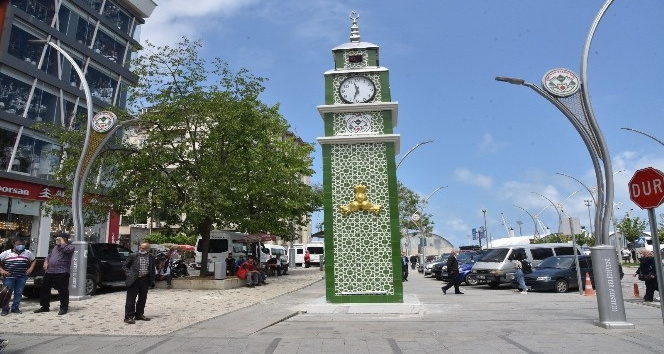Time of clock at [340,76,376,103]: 11:32
